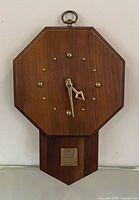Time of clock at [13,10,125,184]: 4:28
